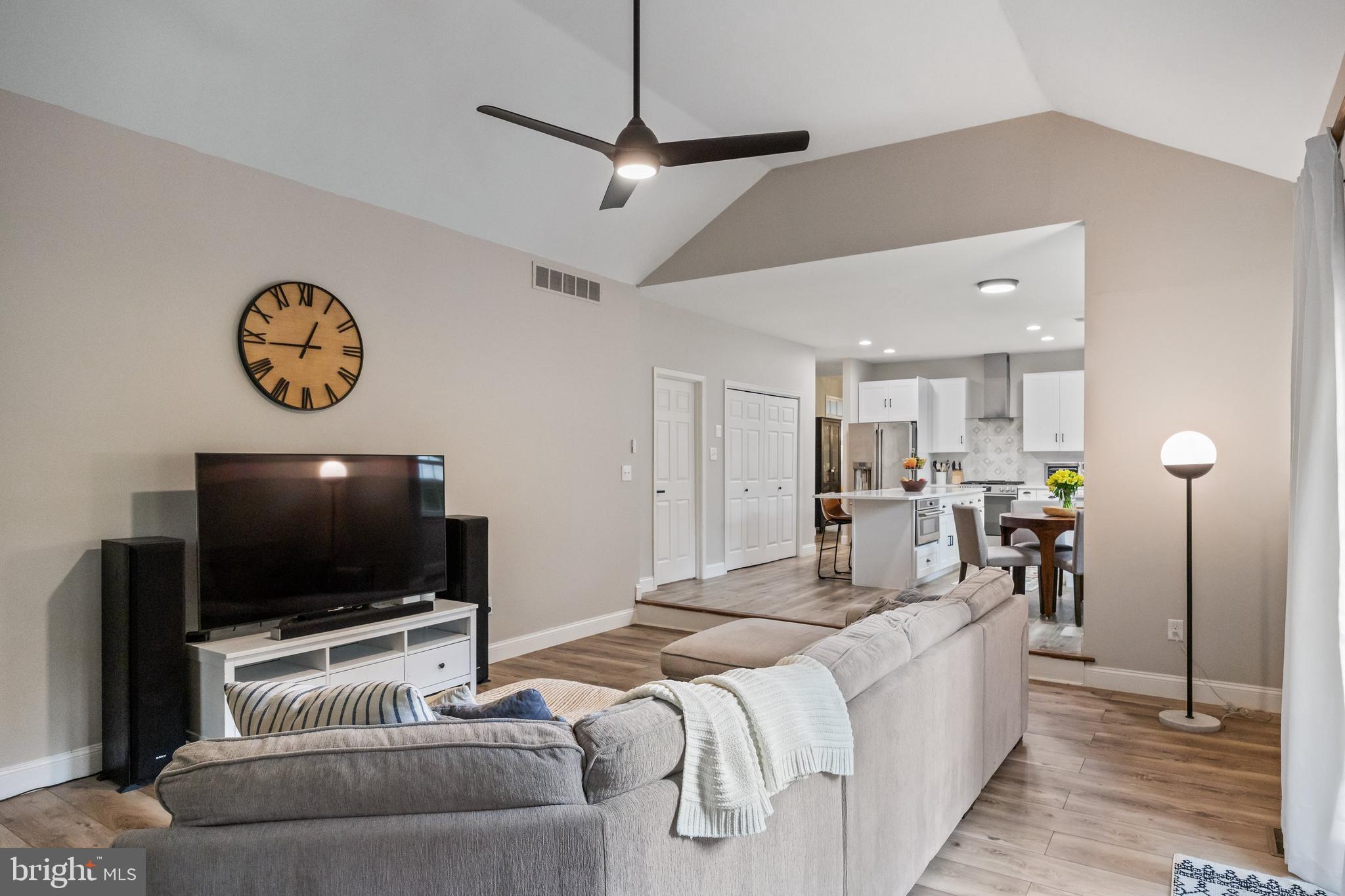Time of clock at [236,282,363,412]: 12:44
